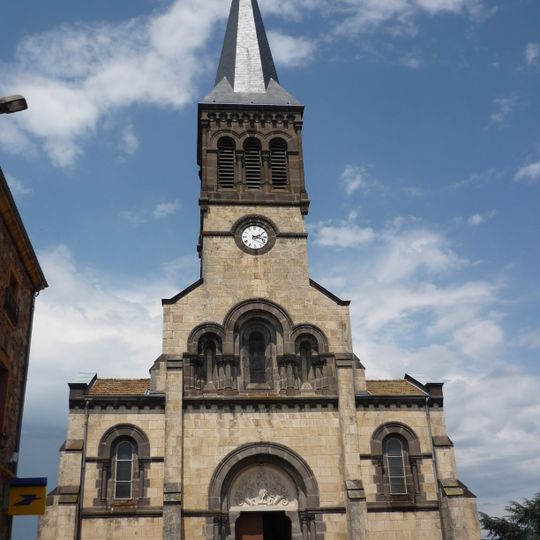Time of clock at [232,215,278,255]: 2:18
